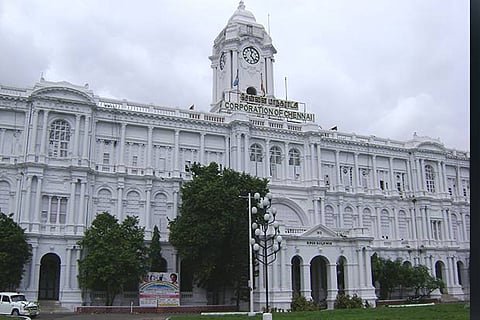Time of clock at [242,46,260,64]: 12:23
